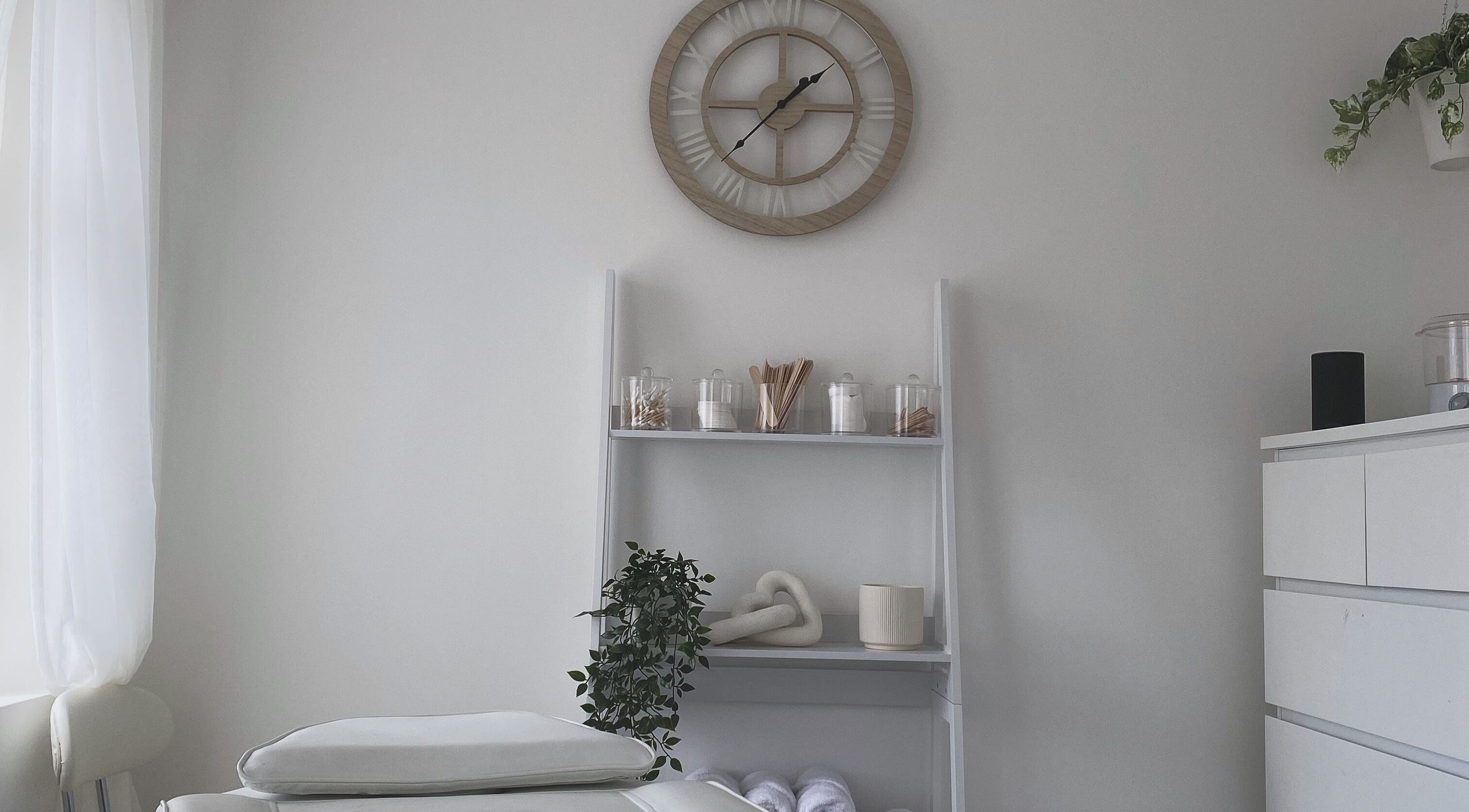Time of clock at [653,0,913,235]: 1:37
